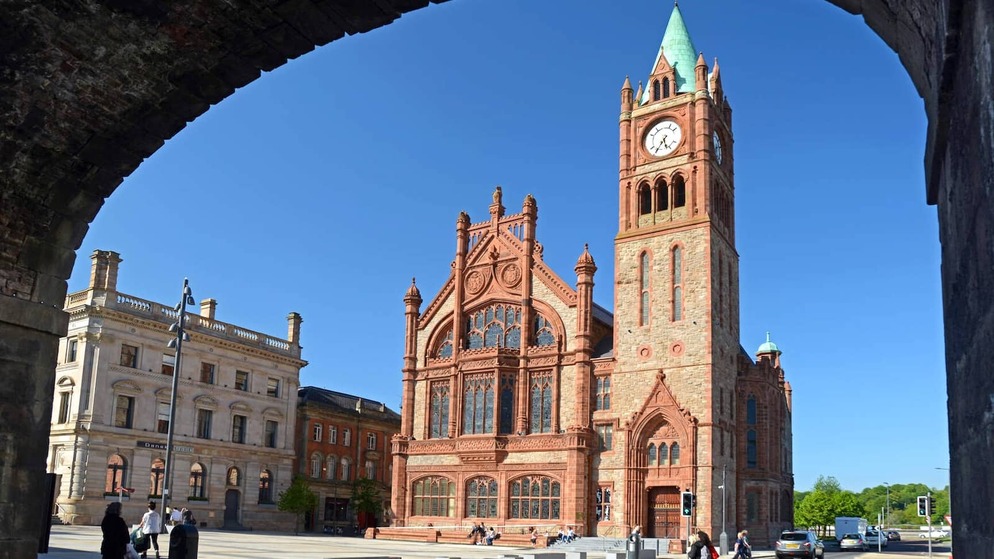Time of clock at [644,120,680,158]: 5:35
